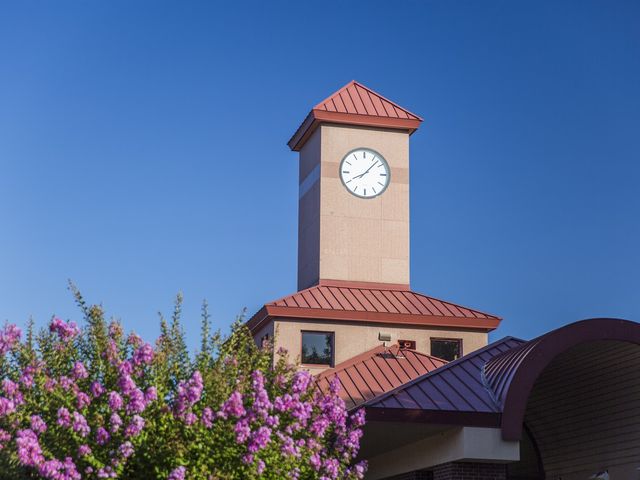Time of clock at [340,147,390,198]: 8:07
